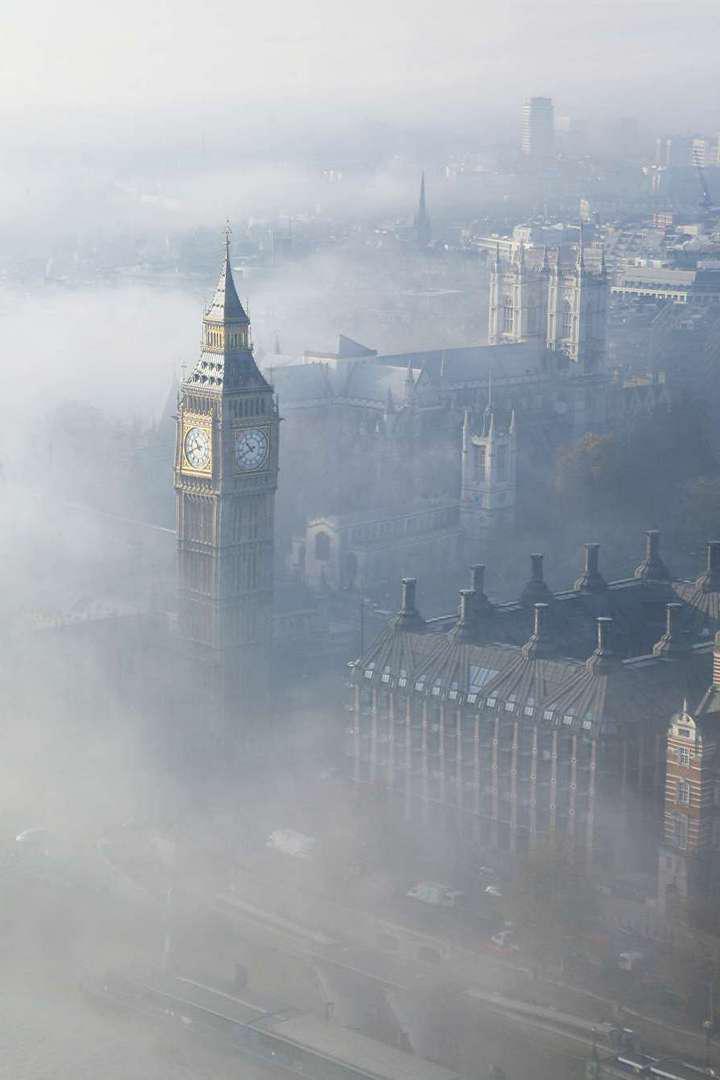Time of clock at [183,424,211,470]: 10:41
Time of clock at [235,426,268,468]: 10:40
